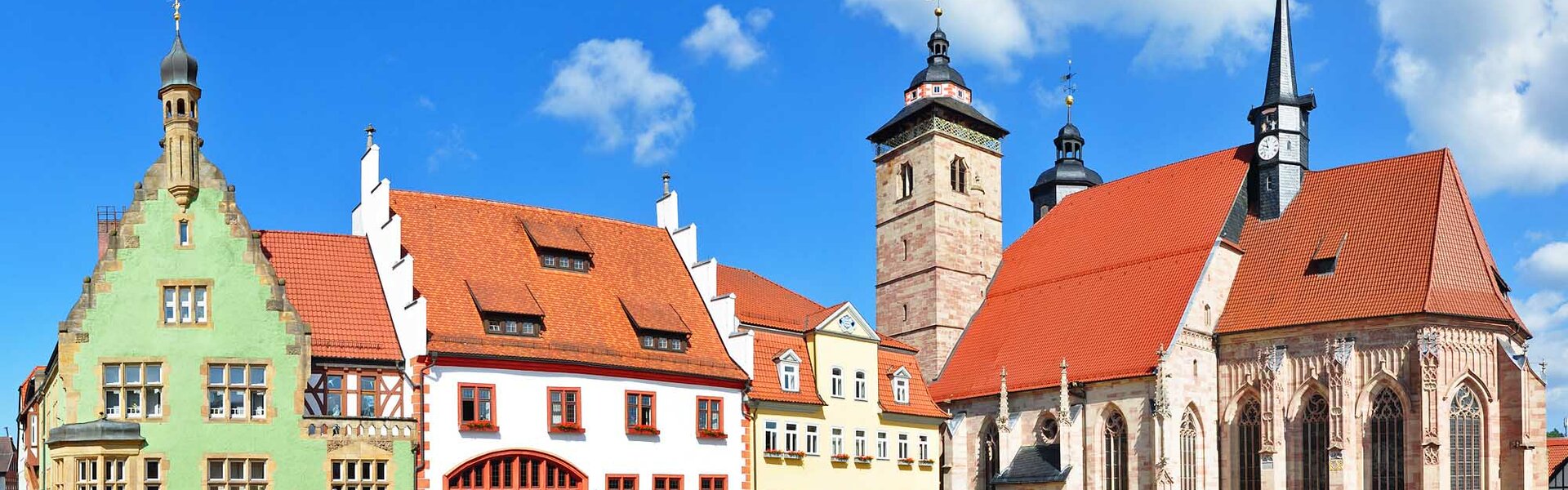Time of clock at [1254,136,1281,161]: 9:57
